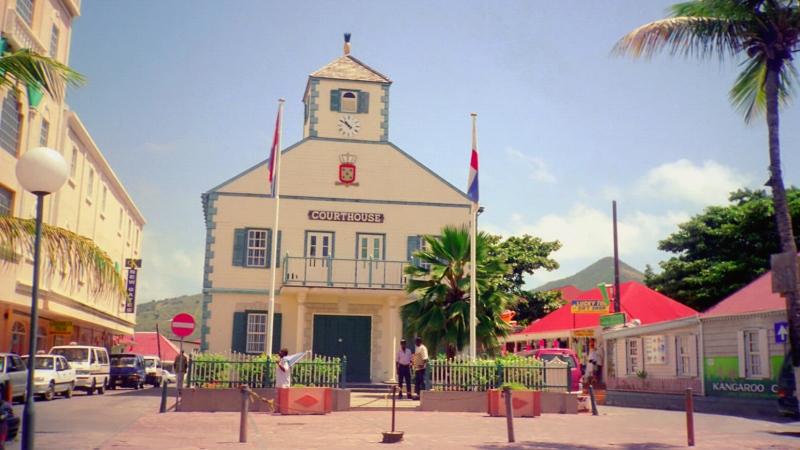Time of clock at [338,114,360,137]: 10:51
